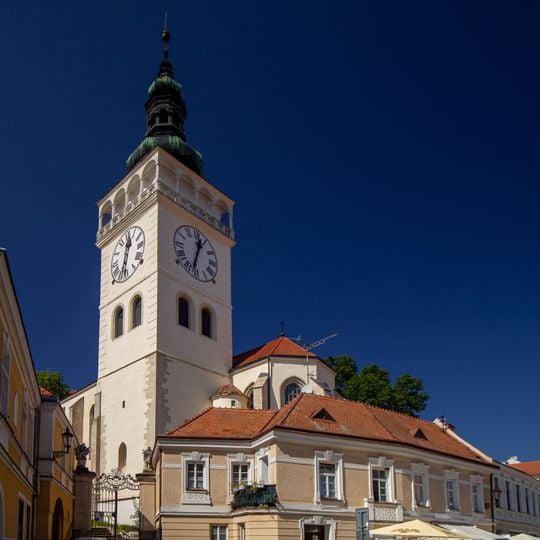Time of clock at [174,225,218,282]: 12:32
